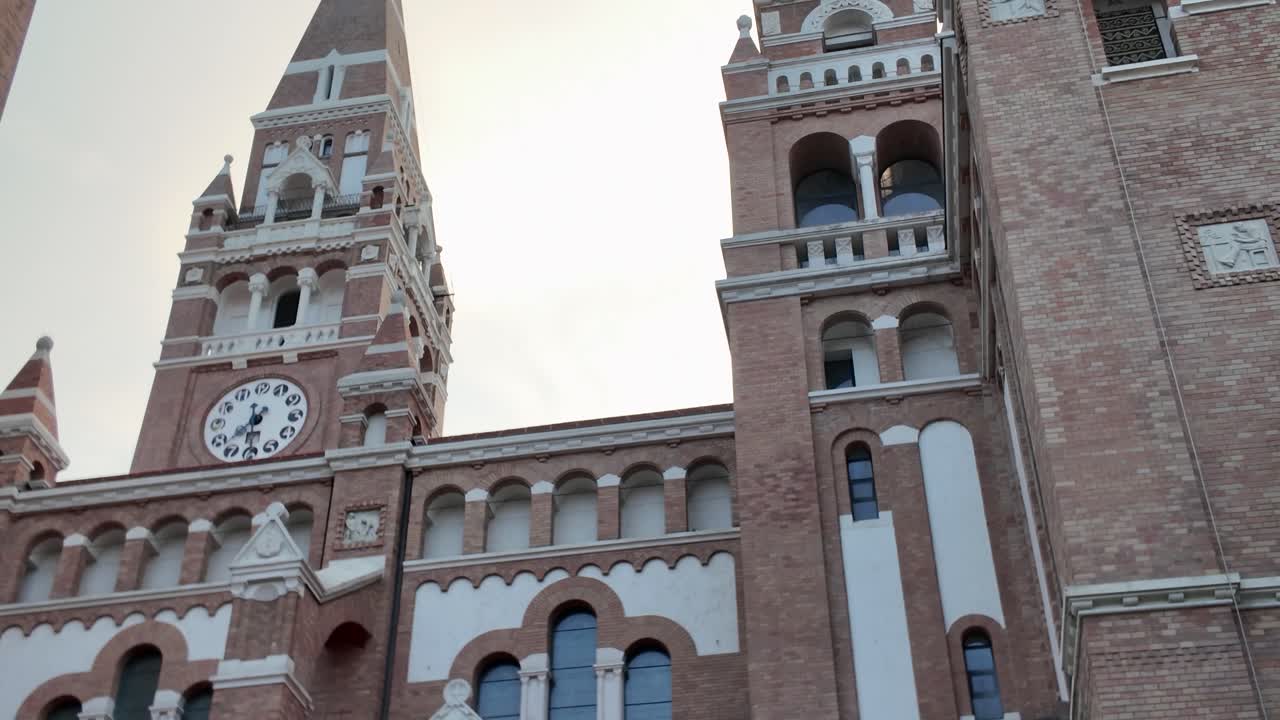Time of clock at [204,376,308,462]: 7:30
